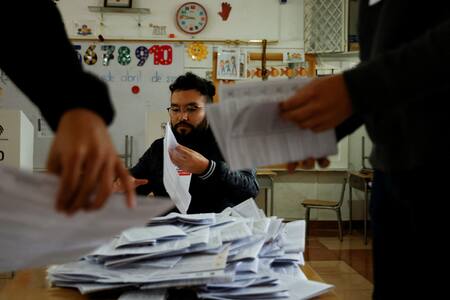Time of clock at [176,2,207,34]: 8:47
